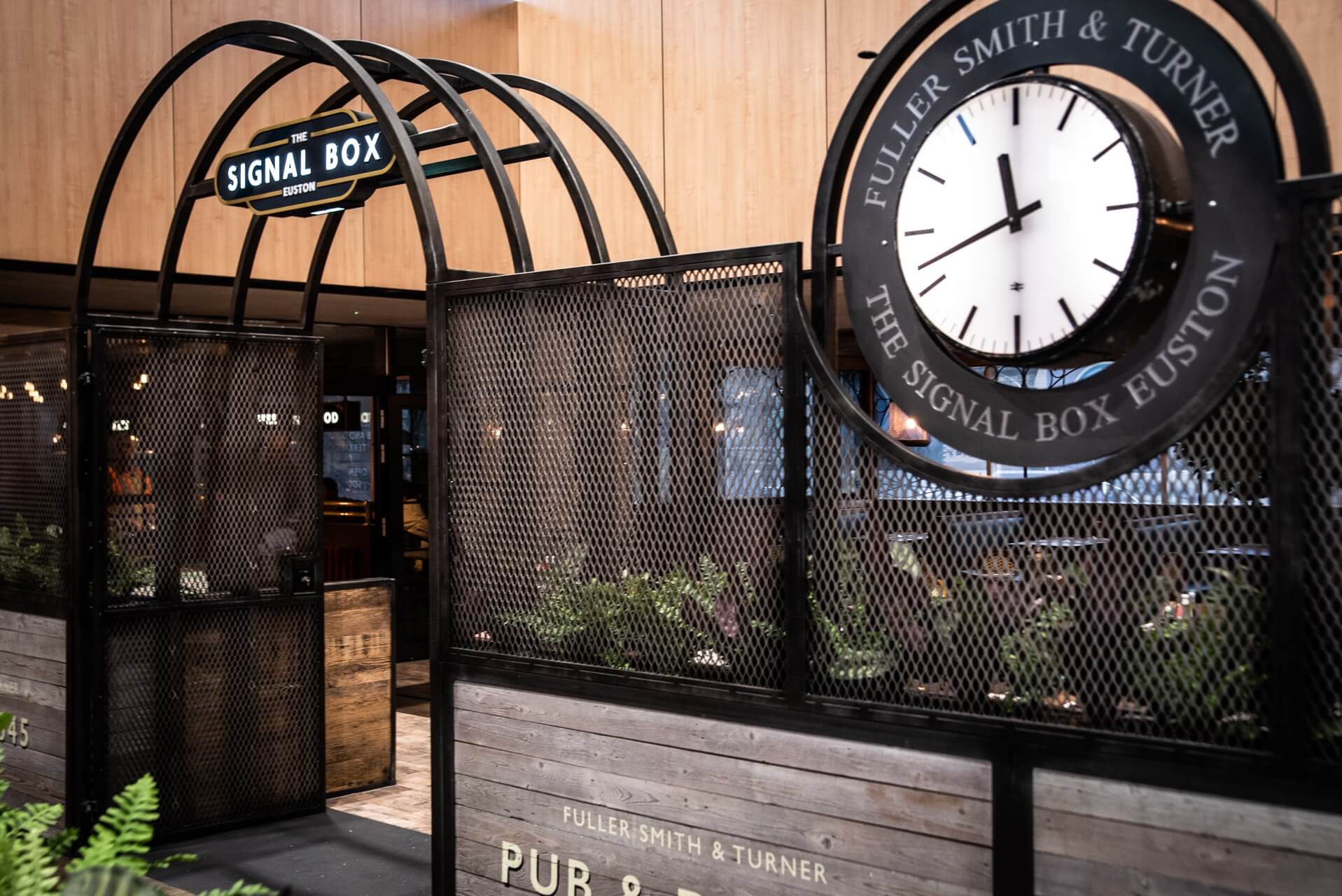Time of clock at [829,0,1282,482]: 11:41
